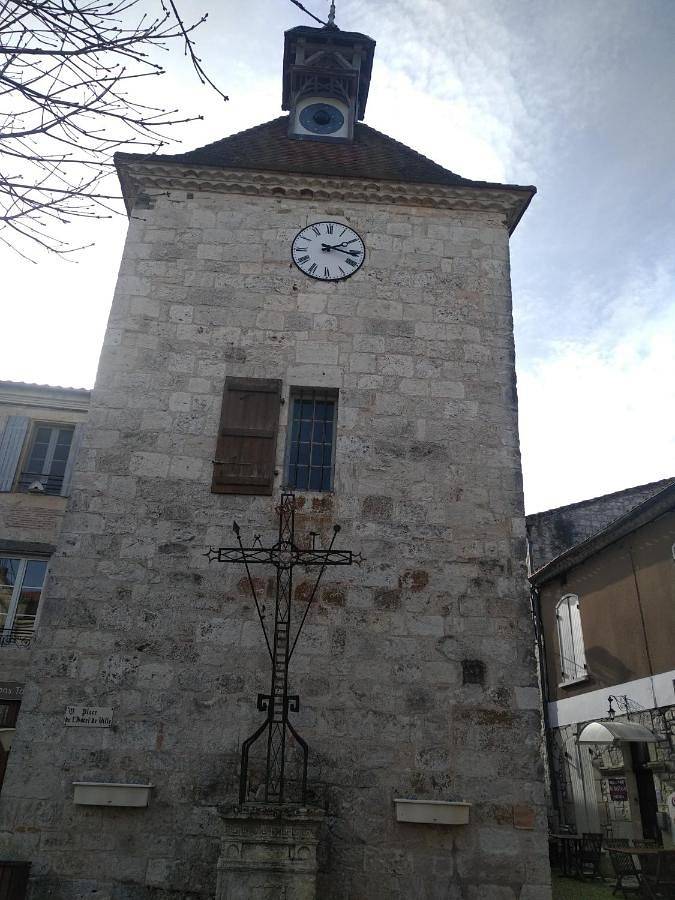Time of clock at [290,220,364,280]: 2:17
